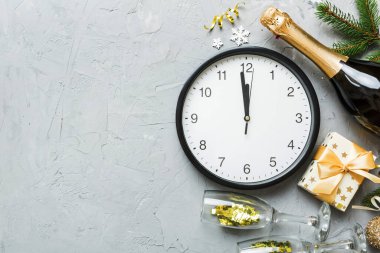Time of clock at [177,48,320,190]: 11:58
